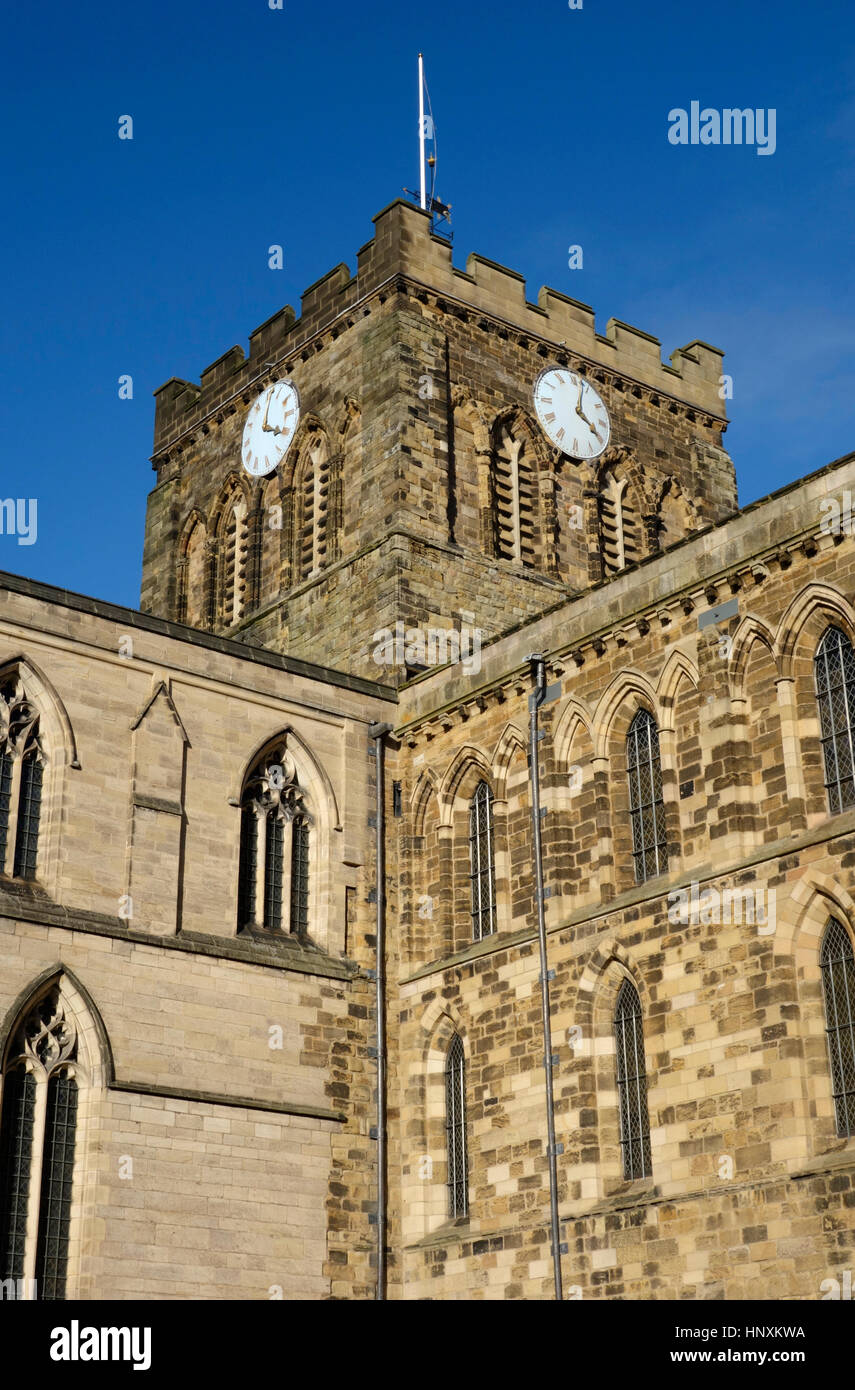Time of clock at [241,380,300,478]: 4:02
